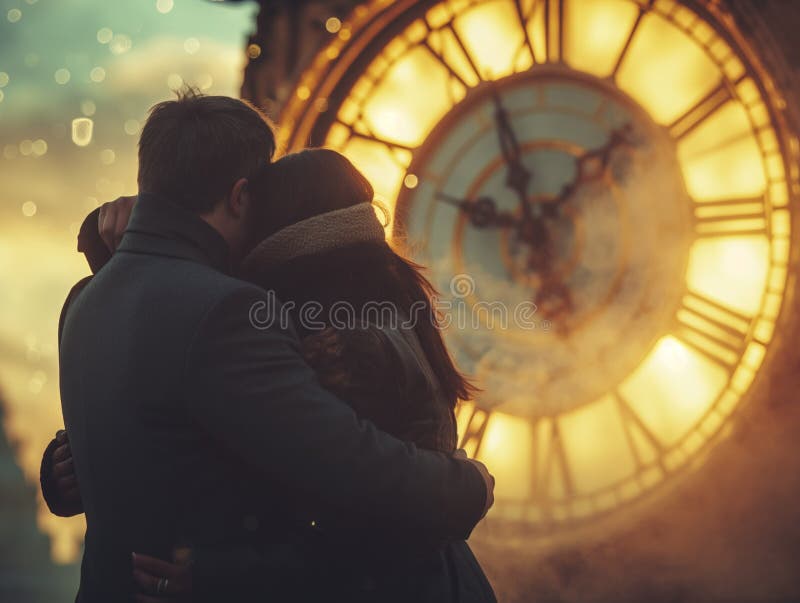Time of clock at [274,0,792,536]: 1:56
